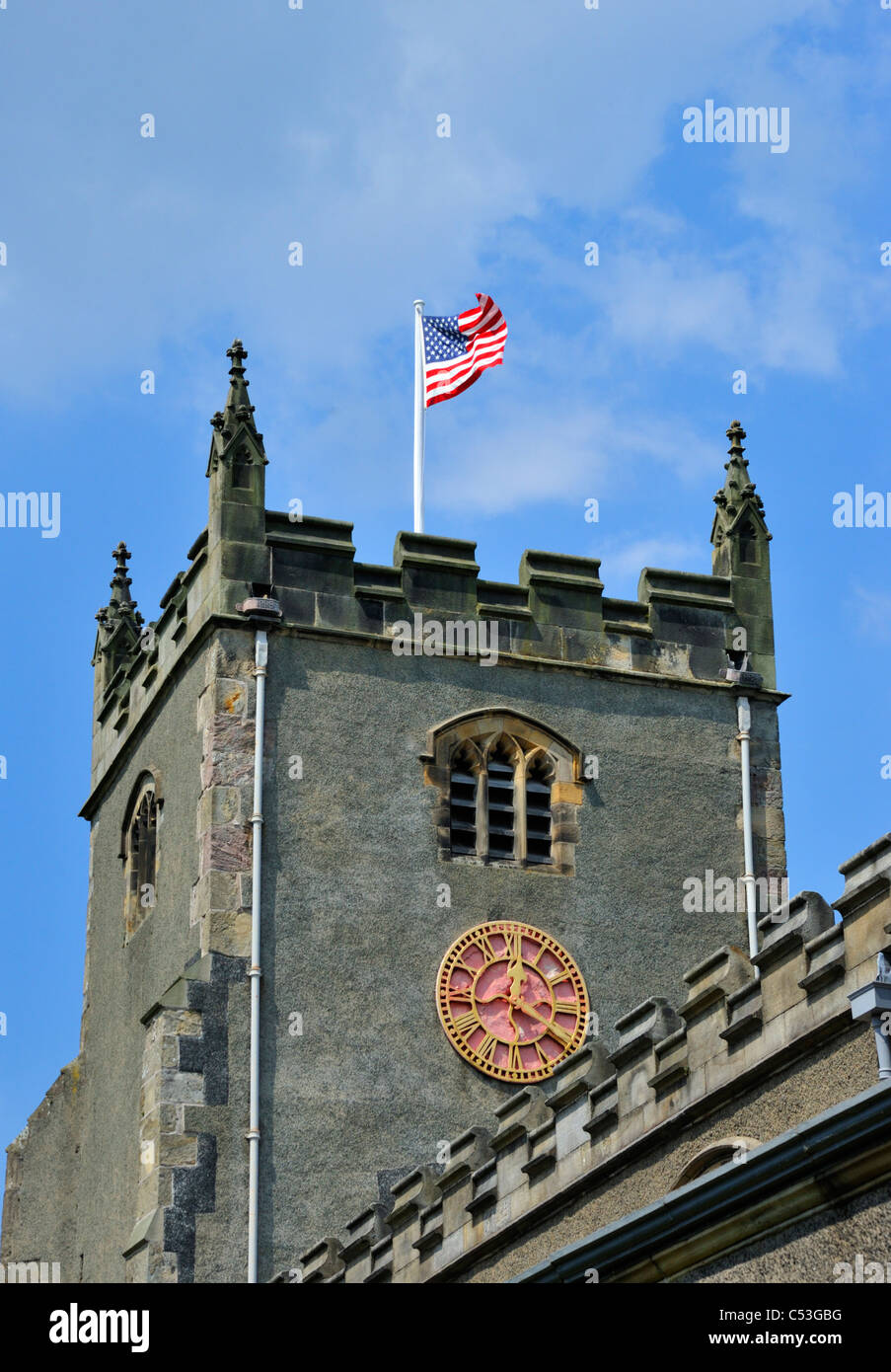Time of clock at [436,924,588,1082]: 12:19
